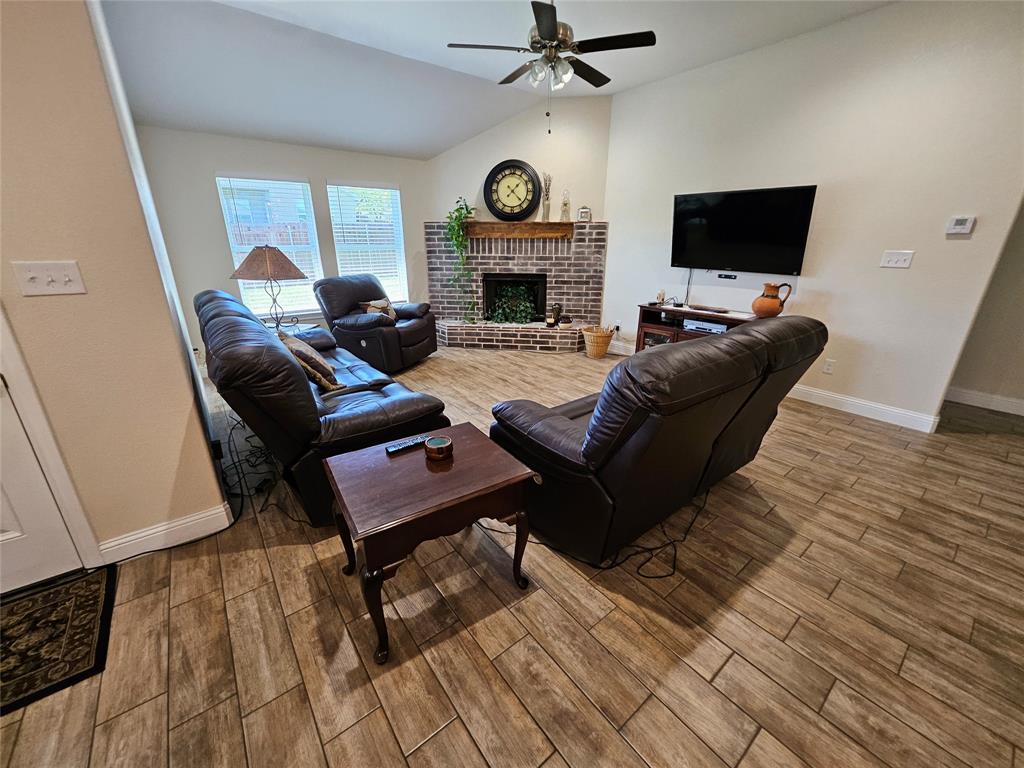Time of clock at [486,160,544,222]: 1:22
